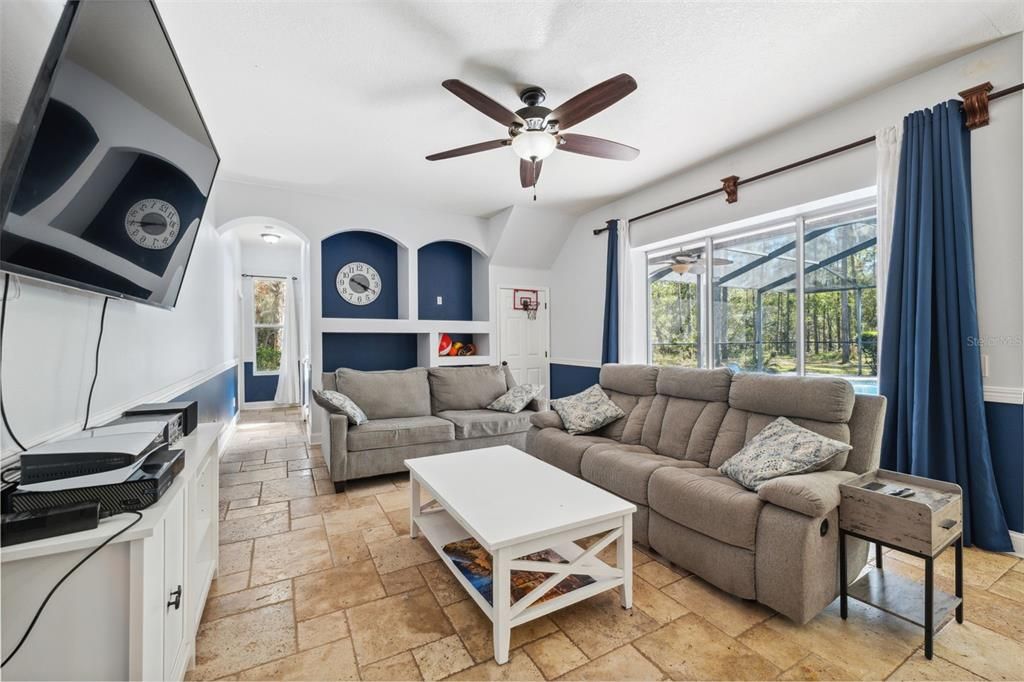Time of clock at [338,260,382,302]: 4:19
